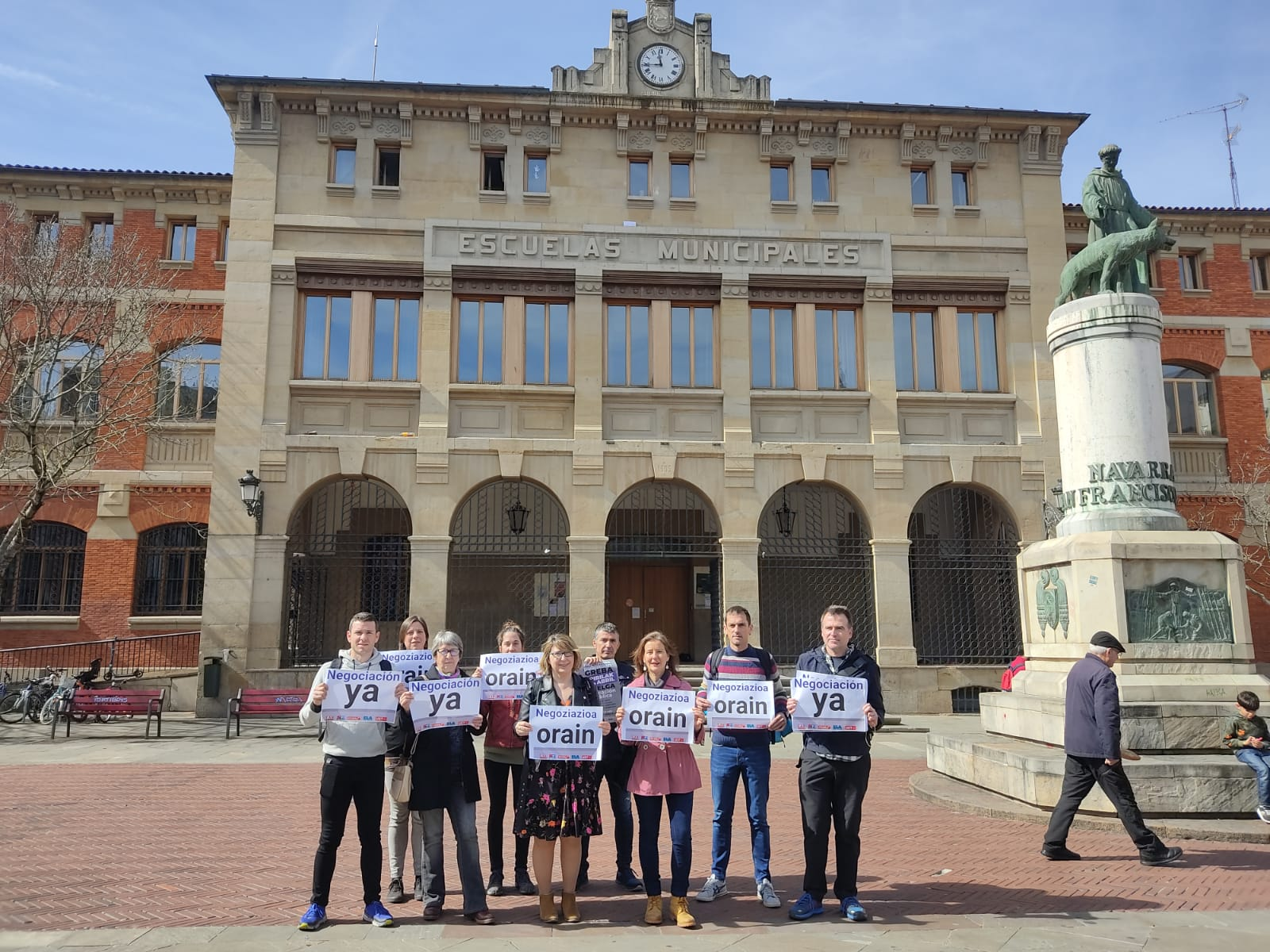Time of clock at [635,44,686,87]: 11:44
